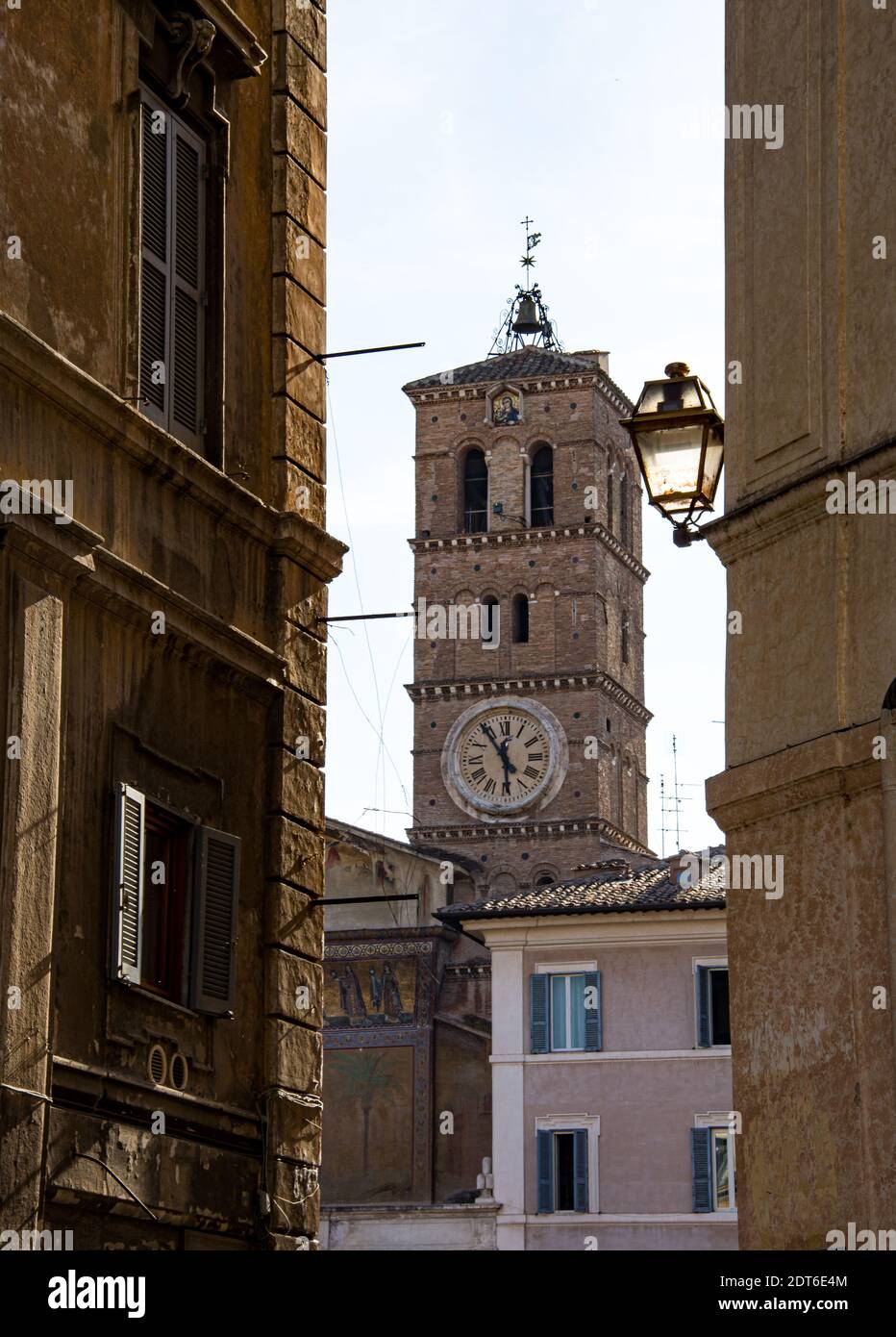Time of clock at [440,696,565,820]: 5:54
